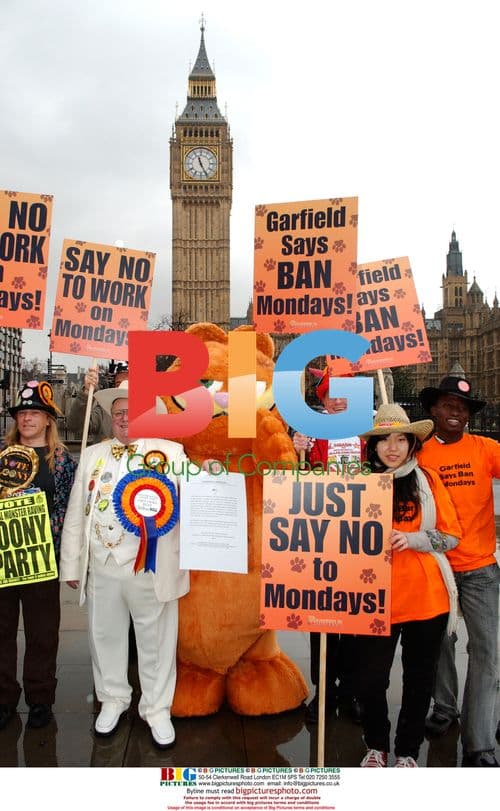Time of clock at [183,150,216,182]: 11:25
